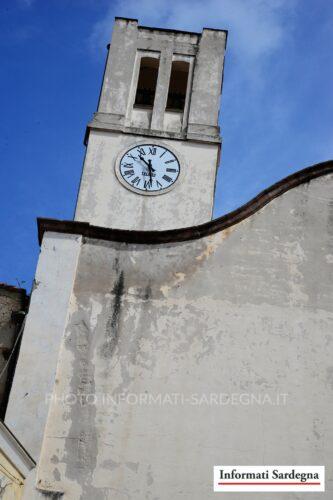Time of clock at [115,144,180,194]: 10:28
